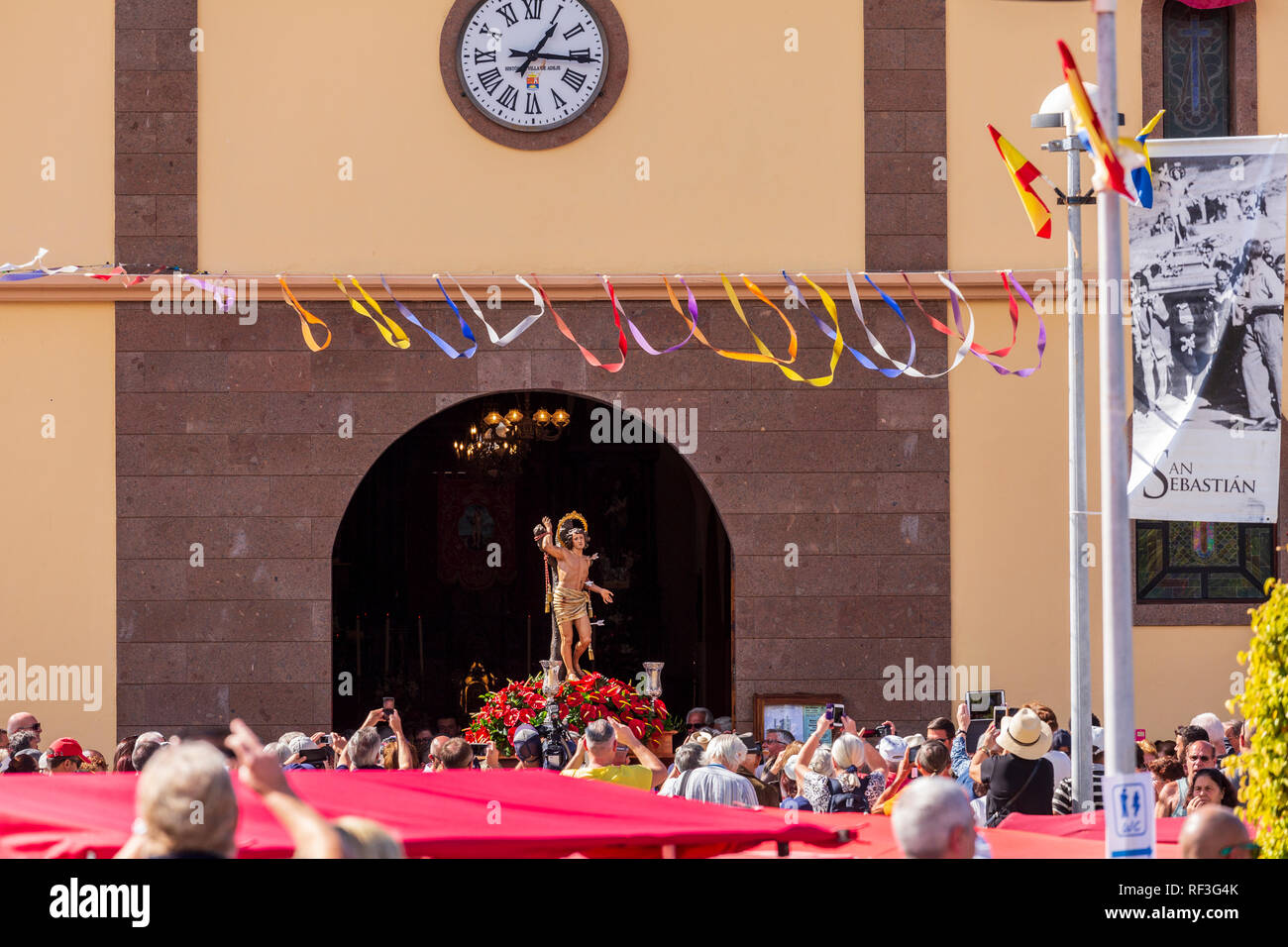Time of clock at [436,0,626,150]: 1:15
